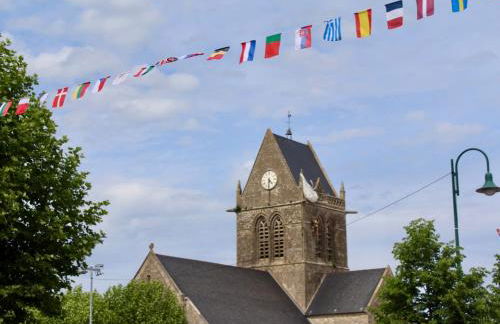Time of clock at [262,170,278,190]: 4:31
